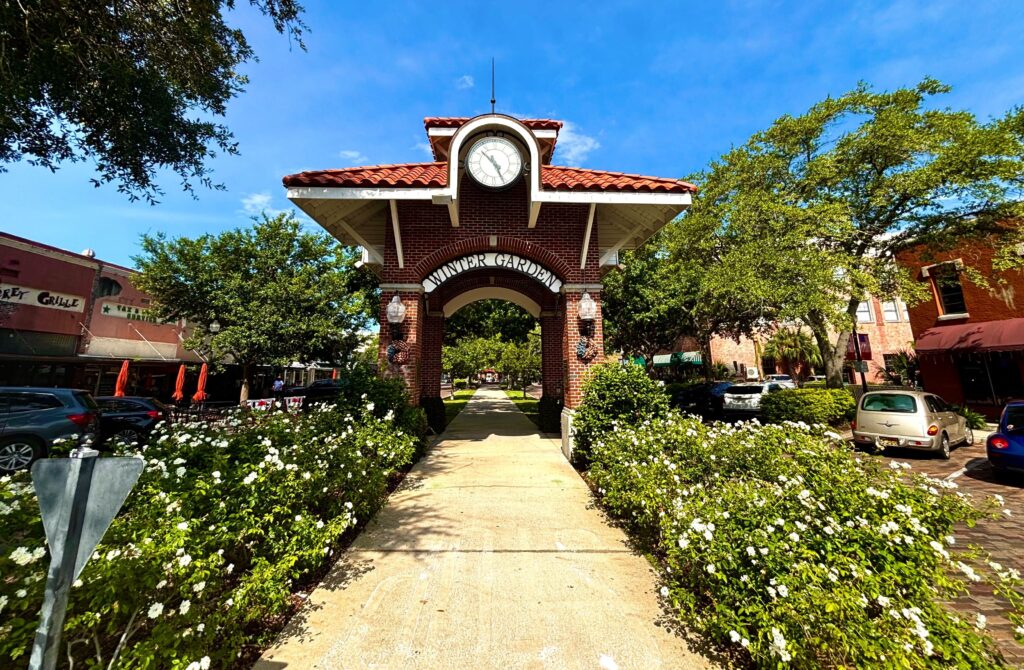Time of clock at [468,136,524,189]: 10:25
